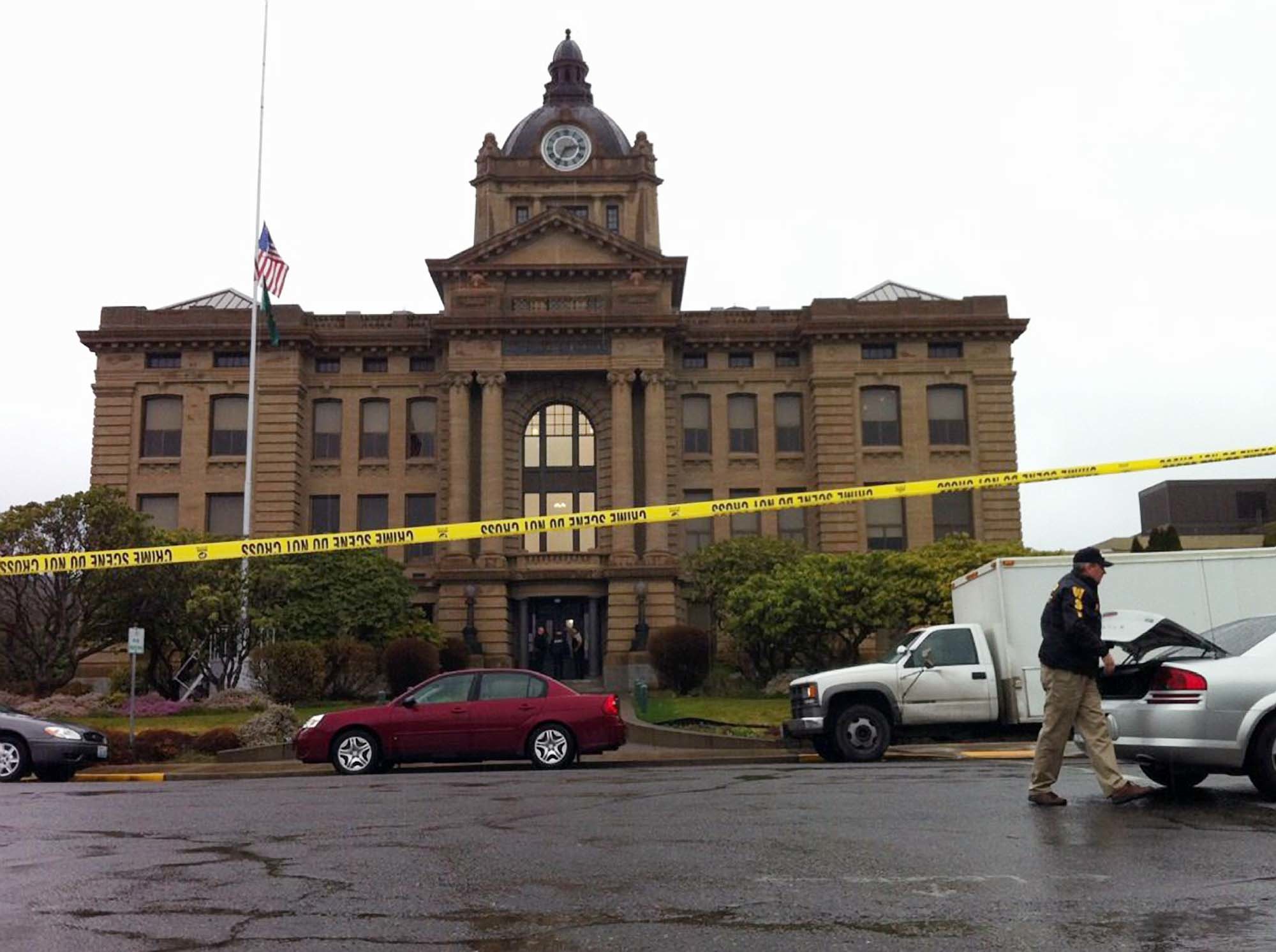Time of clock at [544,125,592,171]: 2:34
